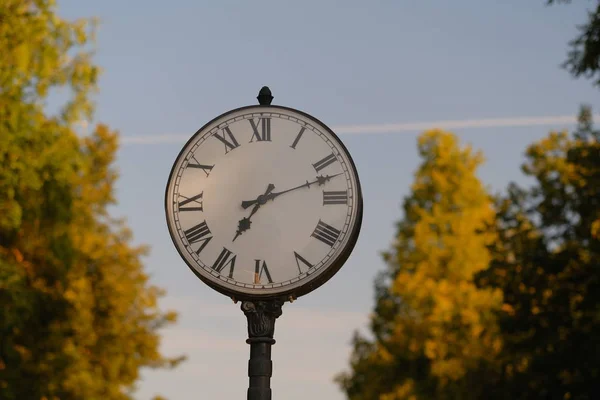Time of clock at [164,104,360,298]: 7:12
